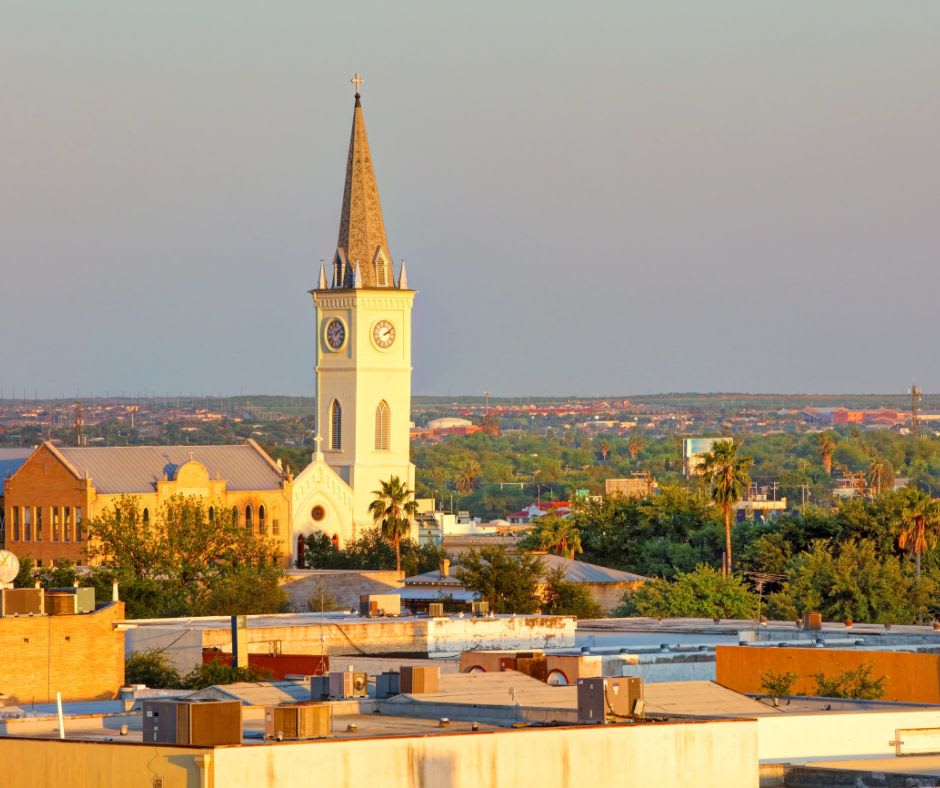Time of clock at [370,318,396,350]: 2:09
